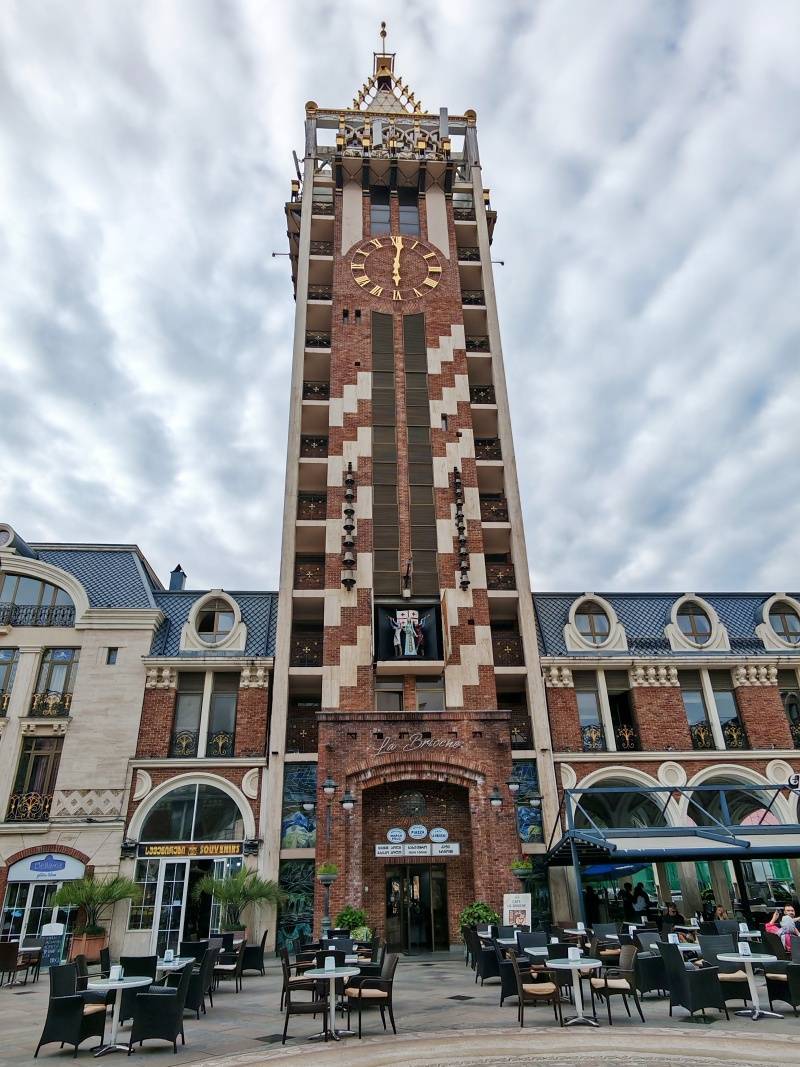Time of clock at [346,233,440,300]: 6:00
